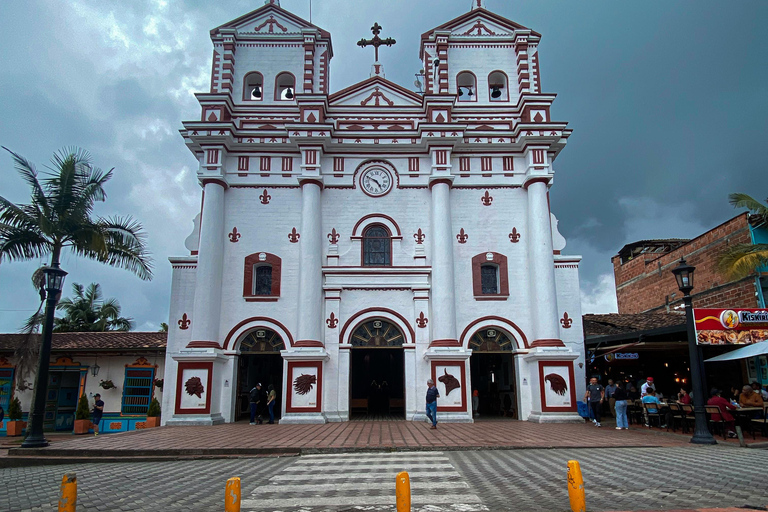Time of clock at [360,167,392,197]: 4:49
